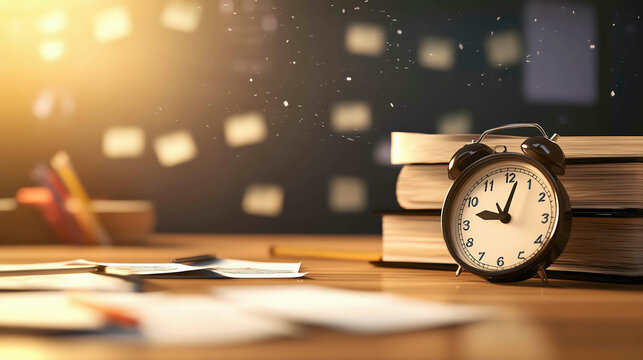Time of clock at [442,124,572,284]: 9:02
